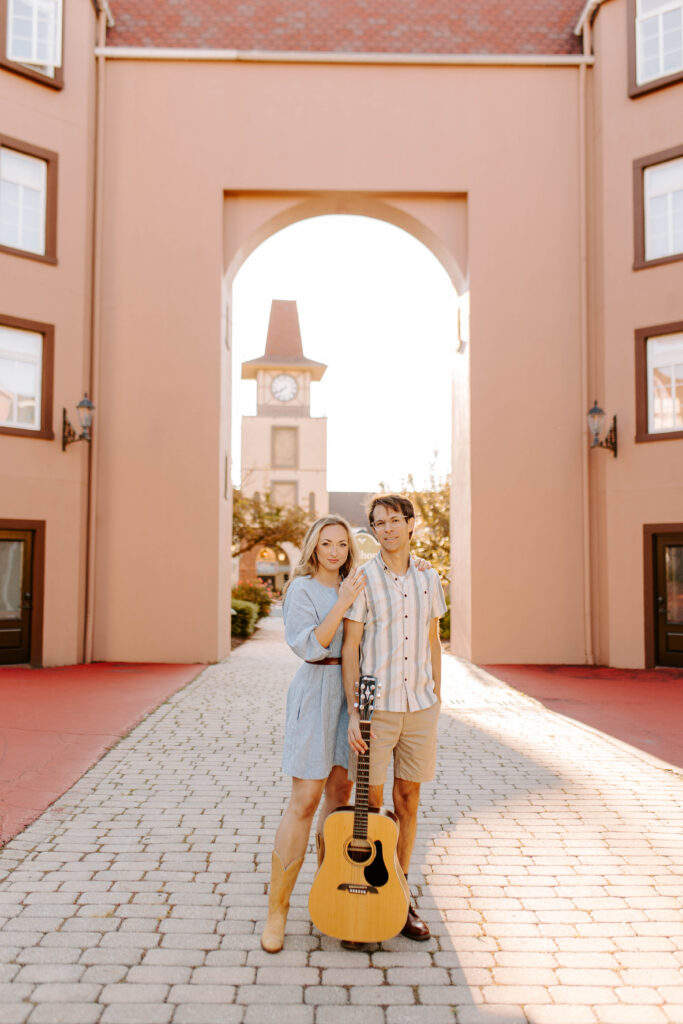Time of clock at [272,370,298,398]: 7:40
